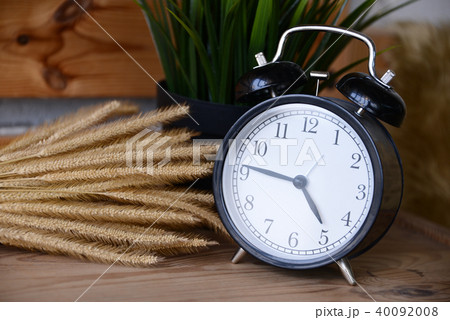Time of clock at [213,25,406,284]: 4:46
